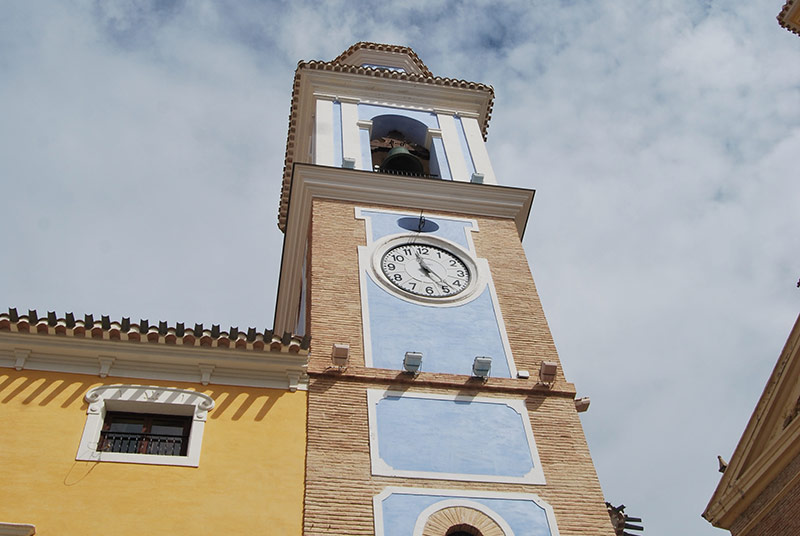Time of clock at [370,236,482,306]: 4:57
